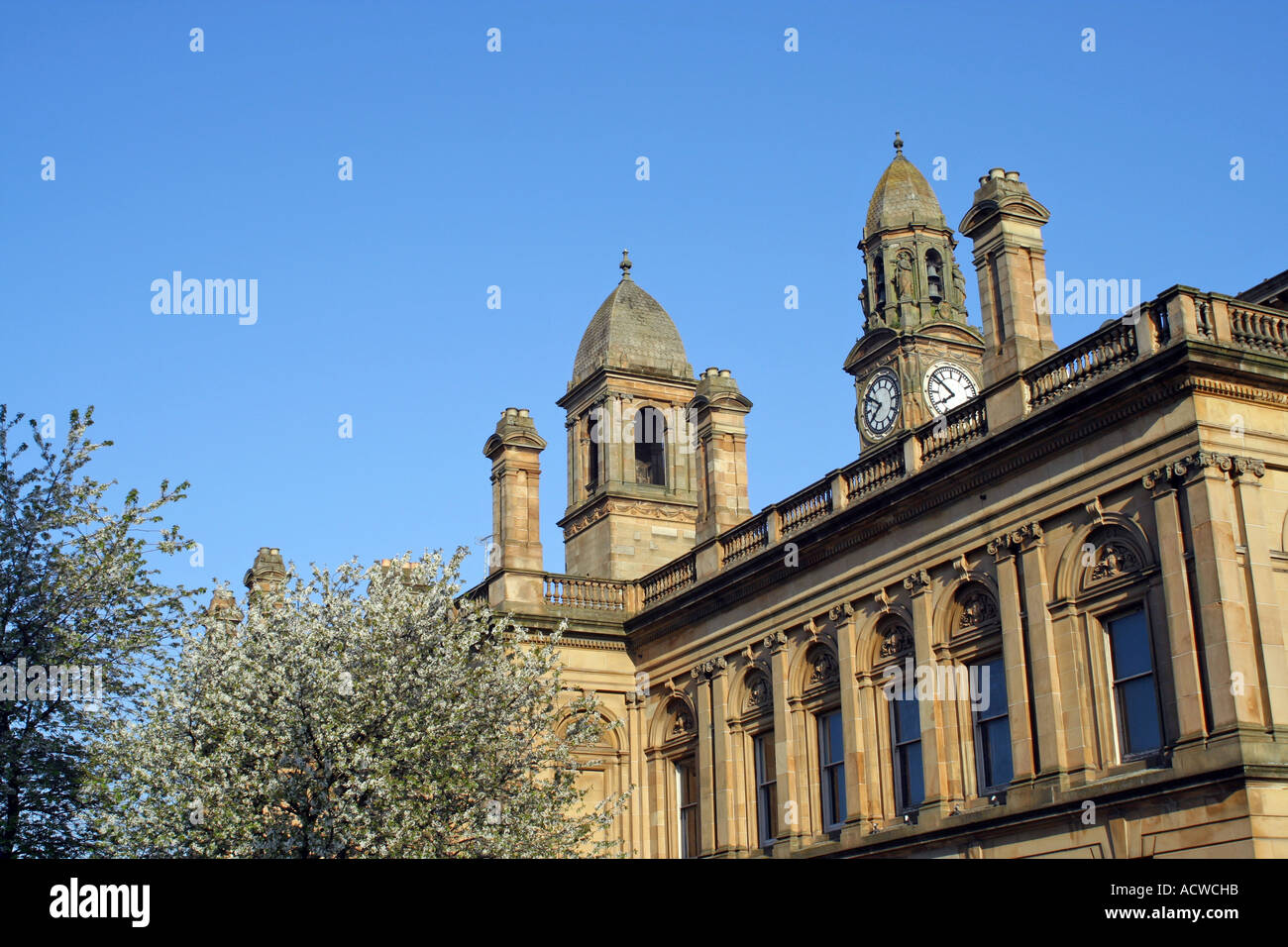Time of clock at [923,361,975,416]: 7:51
